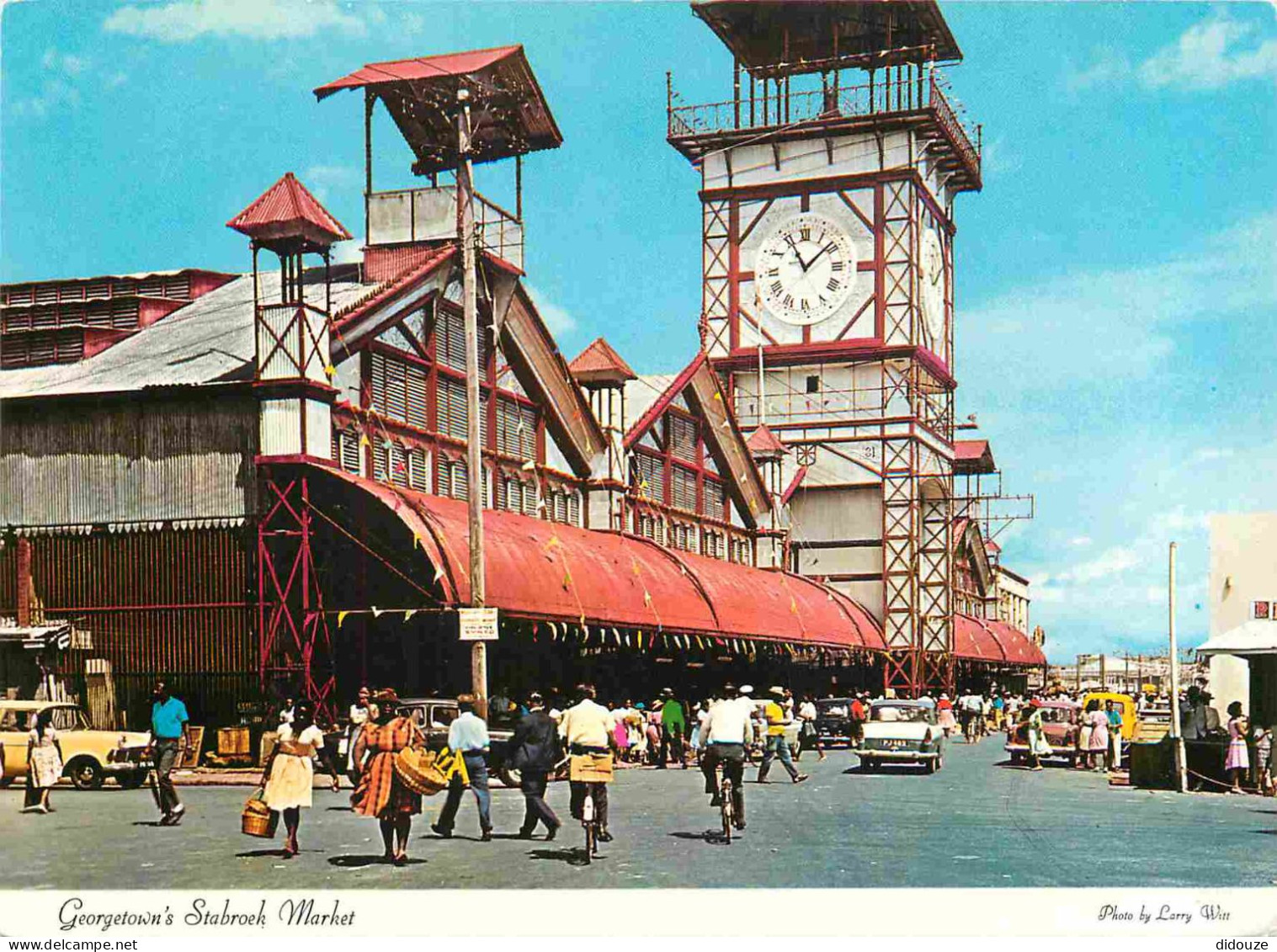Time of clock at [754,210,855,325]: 11:08
